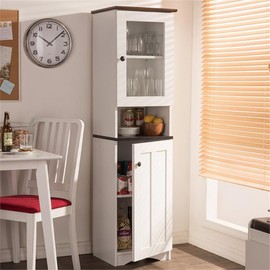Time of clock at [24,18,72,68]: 10:08
